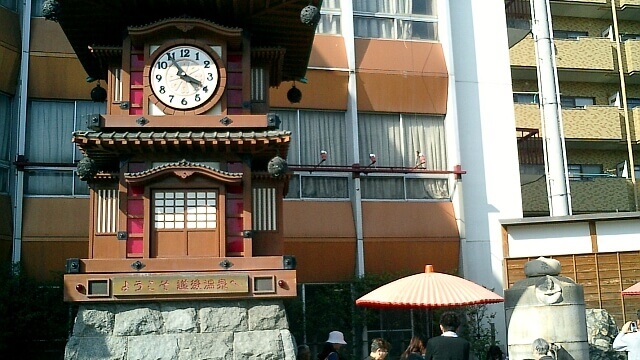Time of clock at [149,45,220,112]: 3:54
